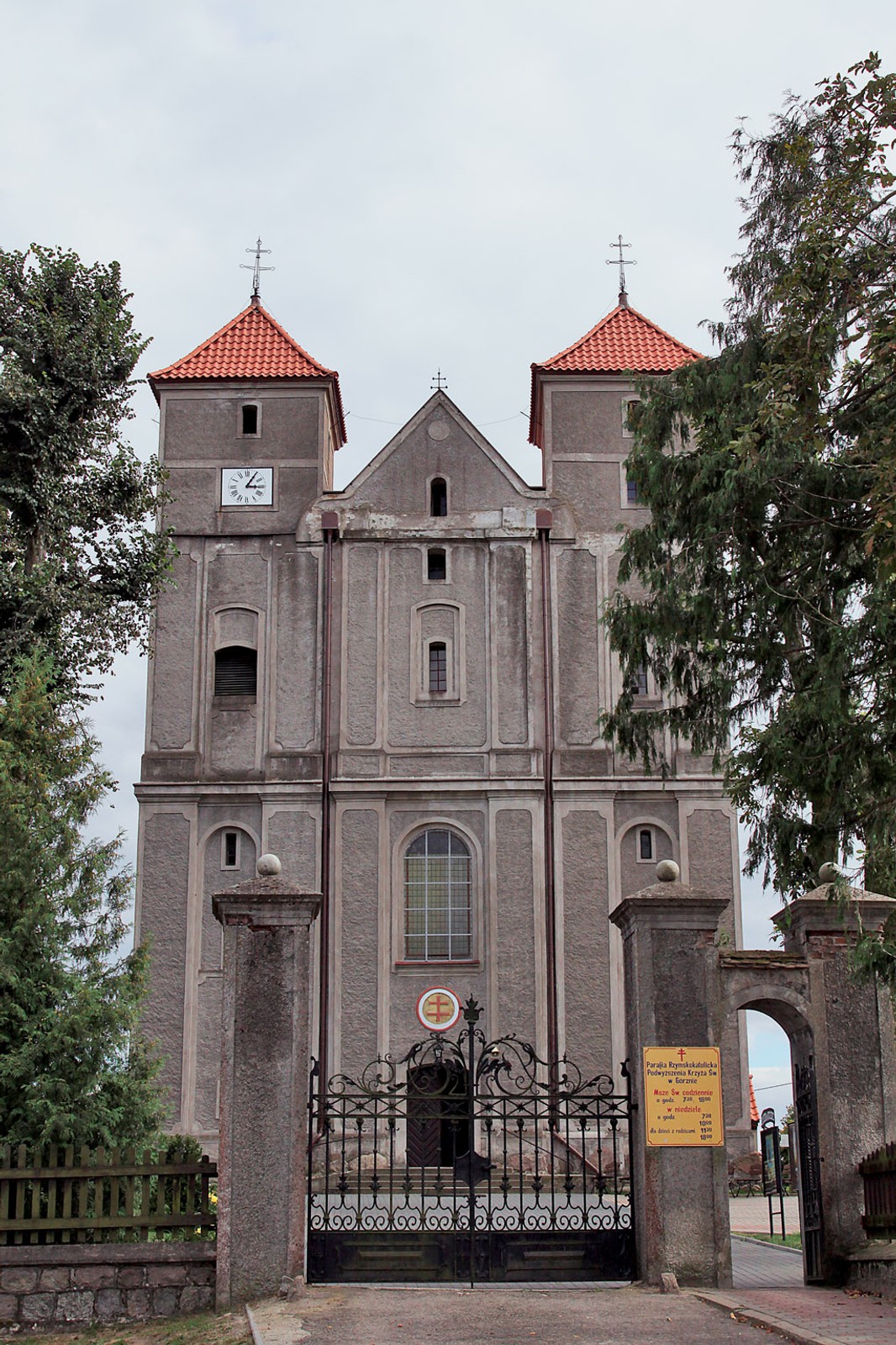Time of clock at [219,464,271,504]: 3:05
